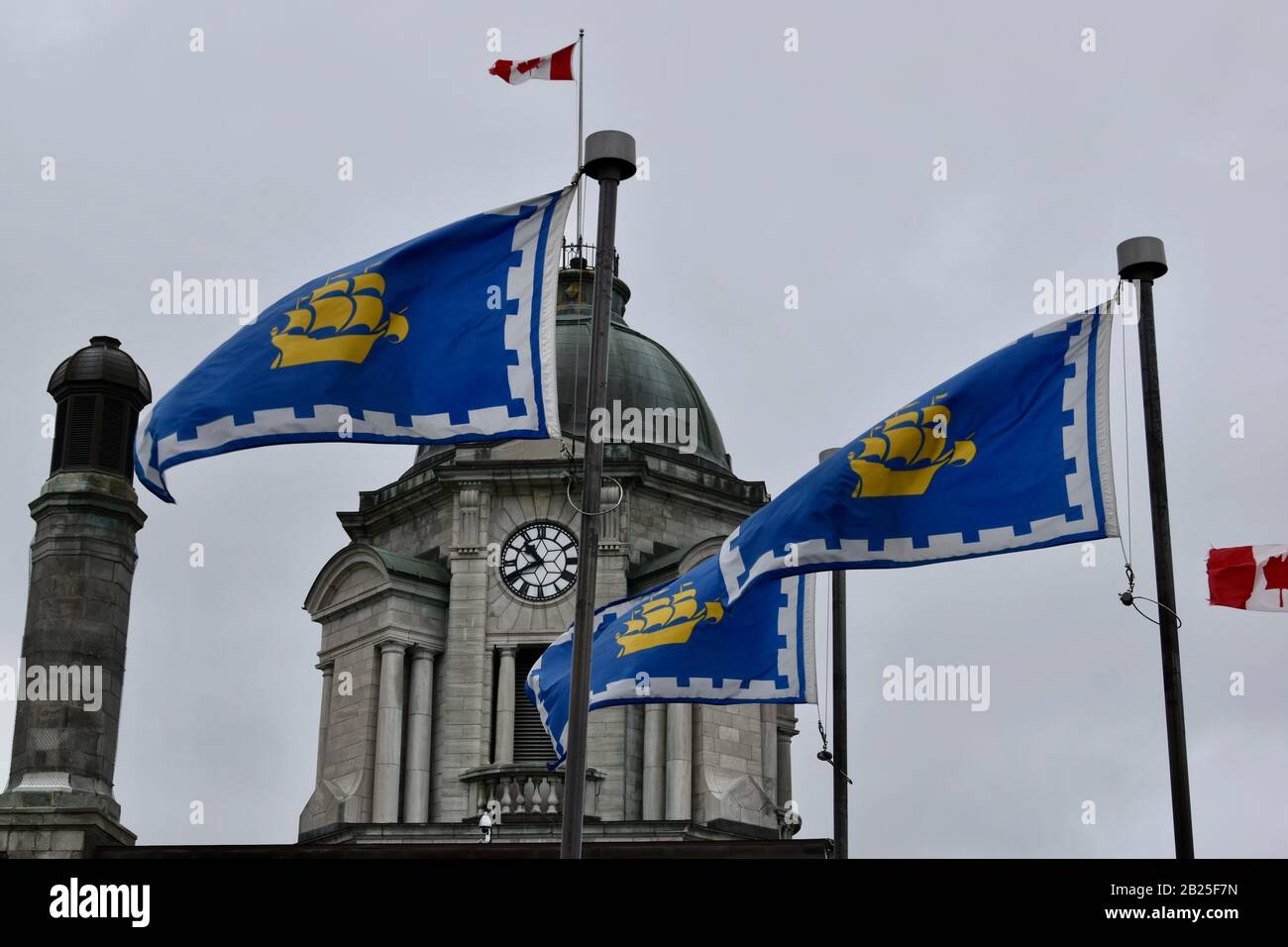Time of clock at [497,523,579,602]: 10:40
